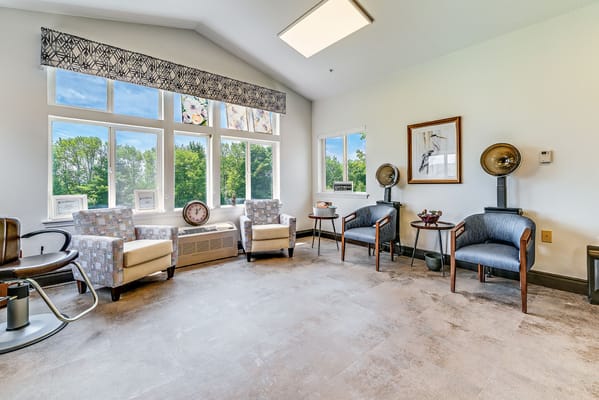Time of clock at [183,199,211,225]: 12:07
